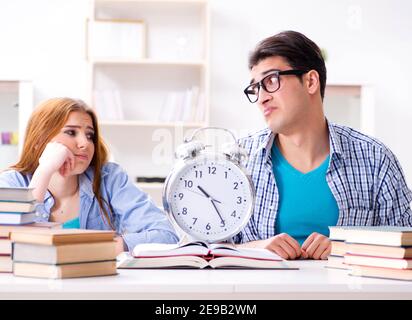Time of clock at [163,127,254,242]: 10:24
